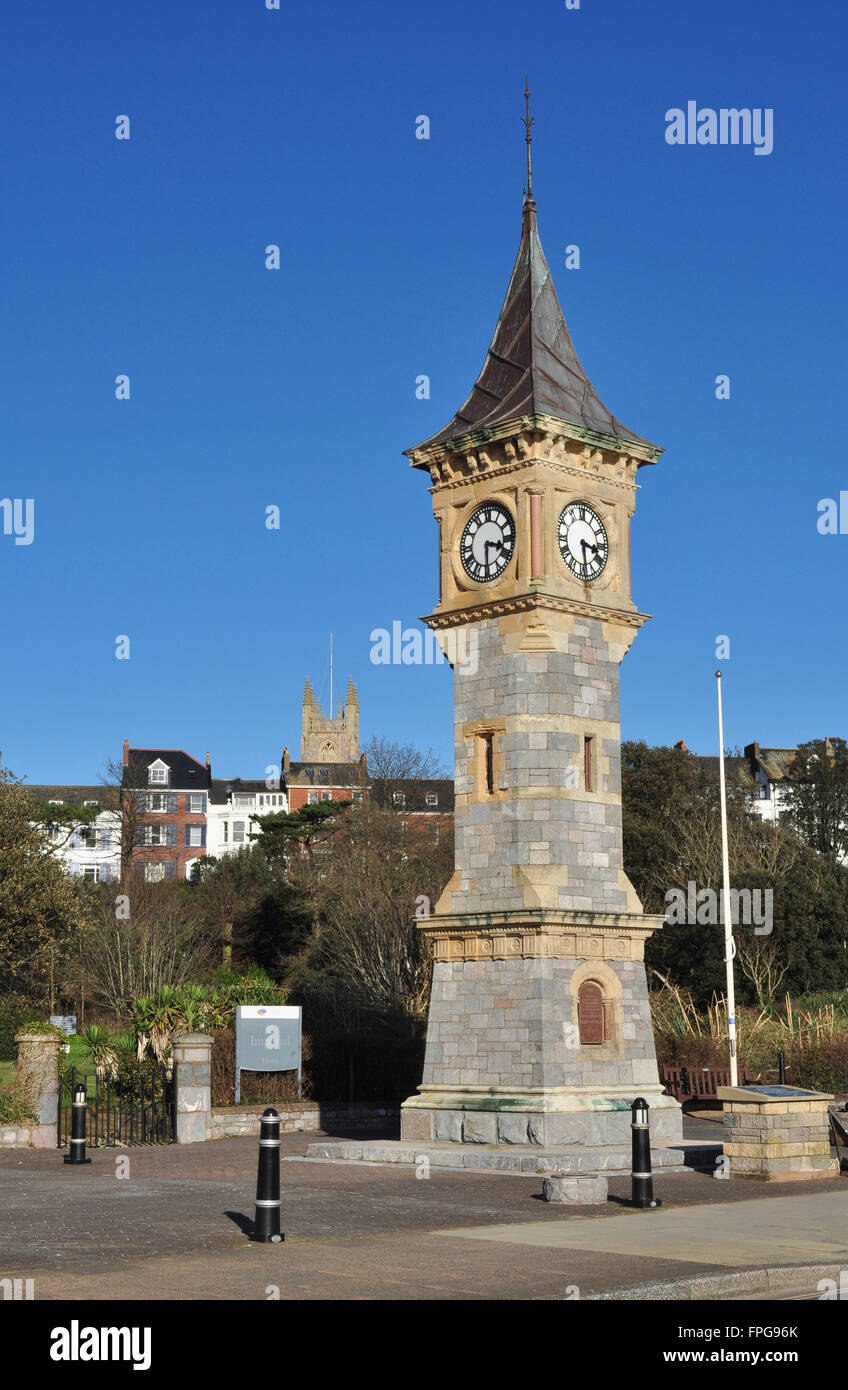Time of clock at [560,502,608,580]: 3:28
